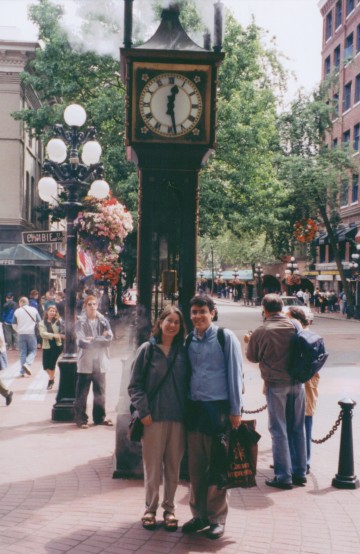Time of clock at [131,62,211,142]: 12:28
